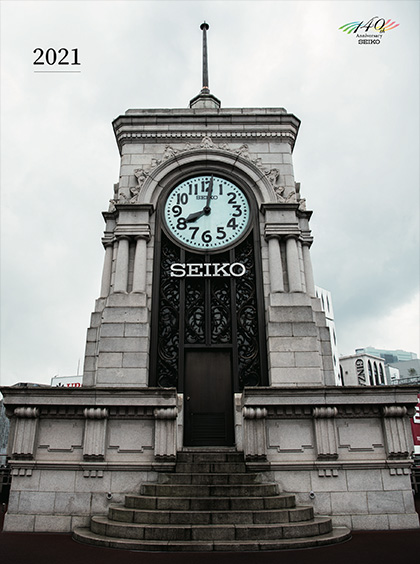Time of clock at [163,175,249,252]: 8:01
